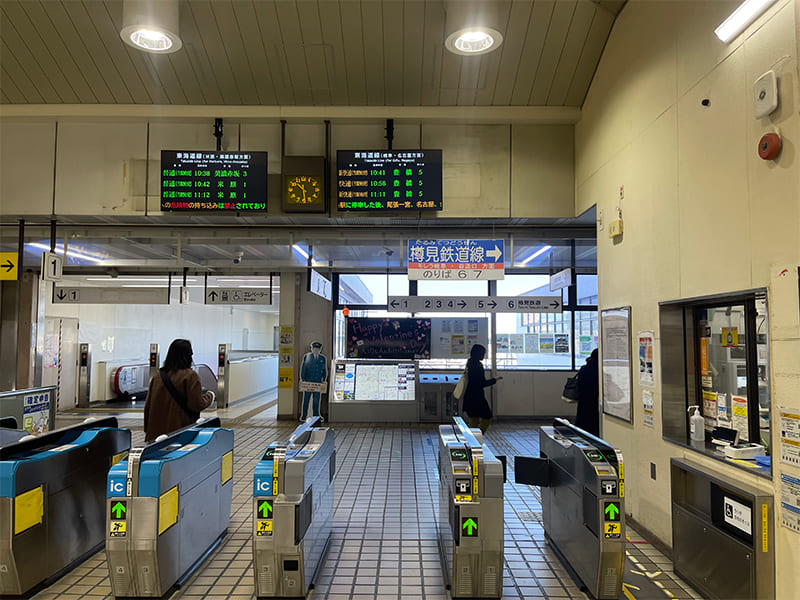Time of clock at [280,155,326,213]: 10:28
